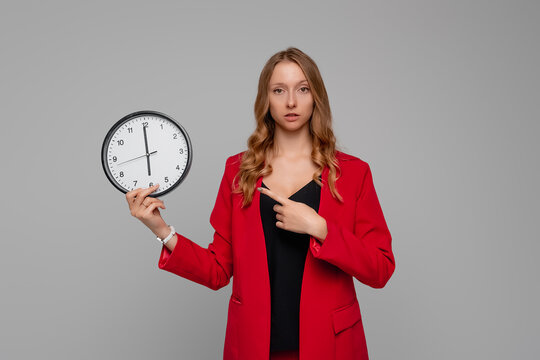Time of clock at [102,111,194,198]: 5:59
